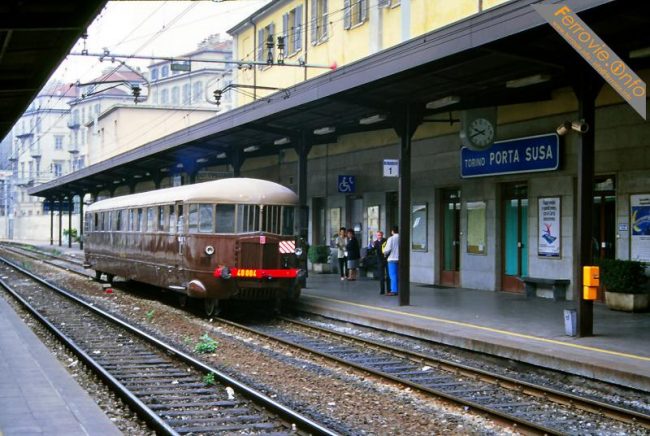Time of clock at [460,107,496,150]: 9:41
